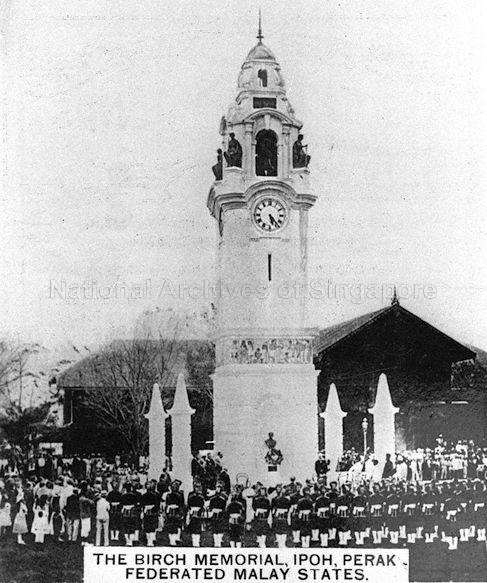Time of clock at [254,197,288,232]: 5:23
